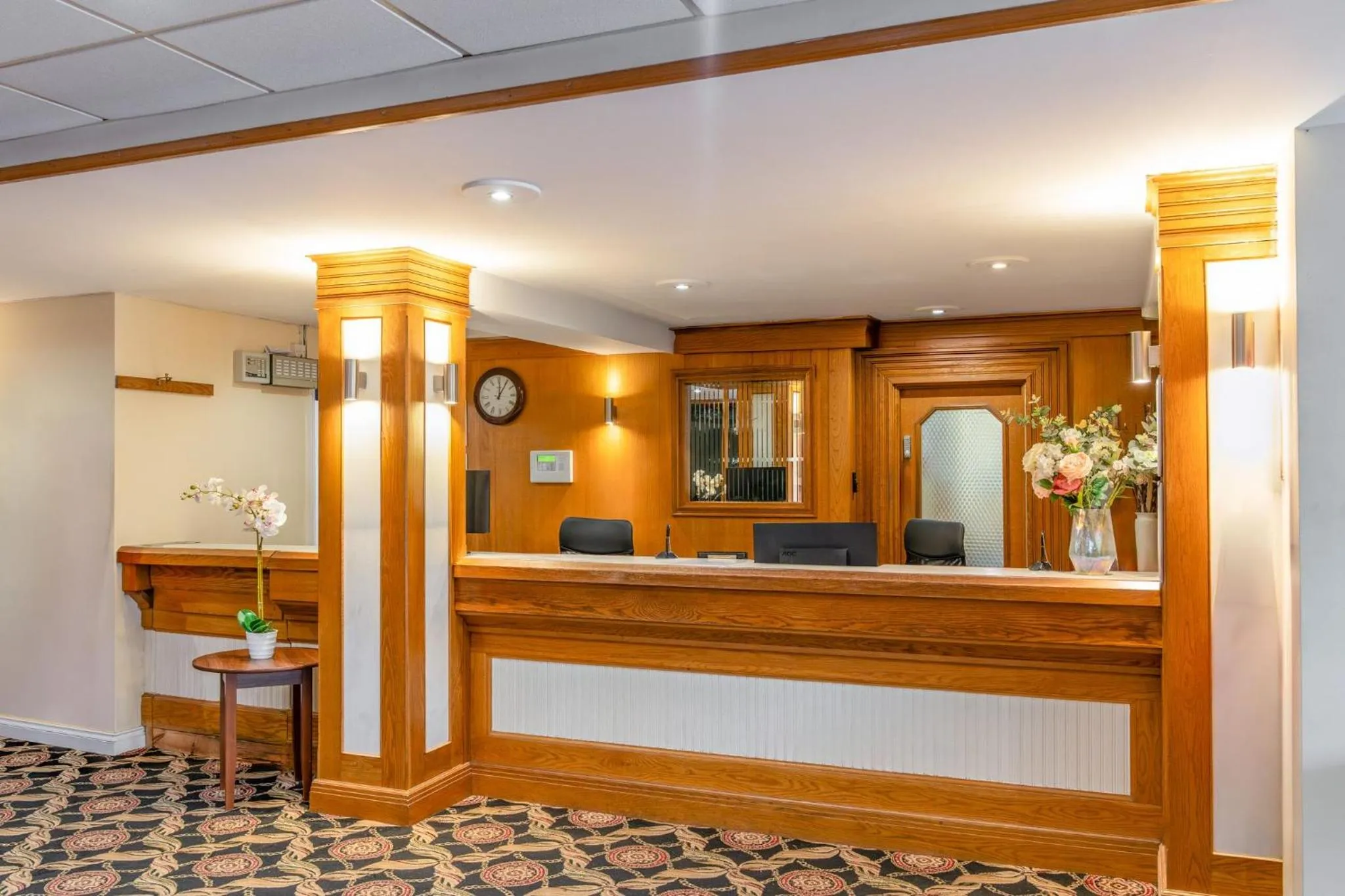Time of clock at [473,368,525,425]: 12:05
